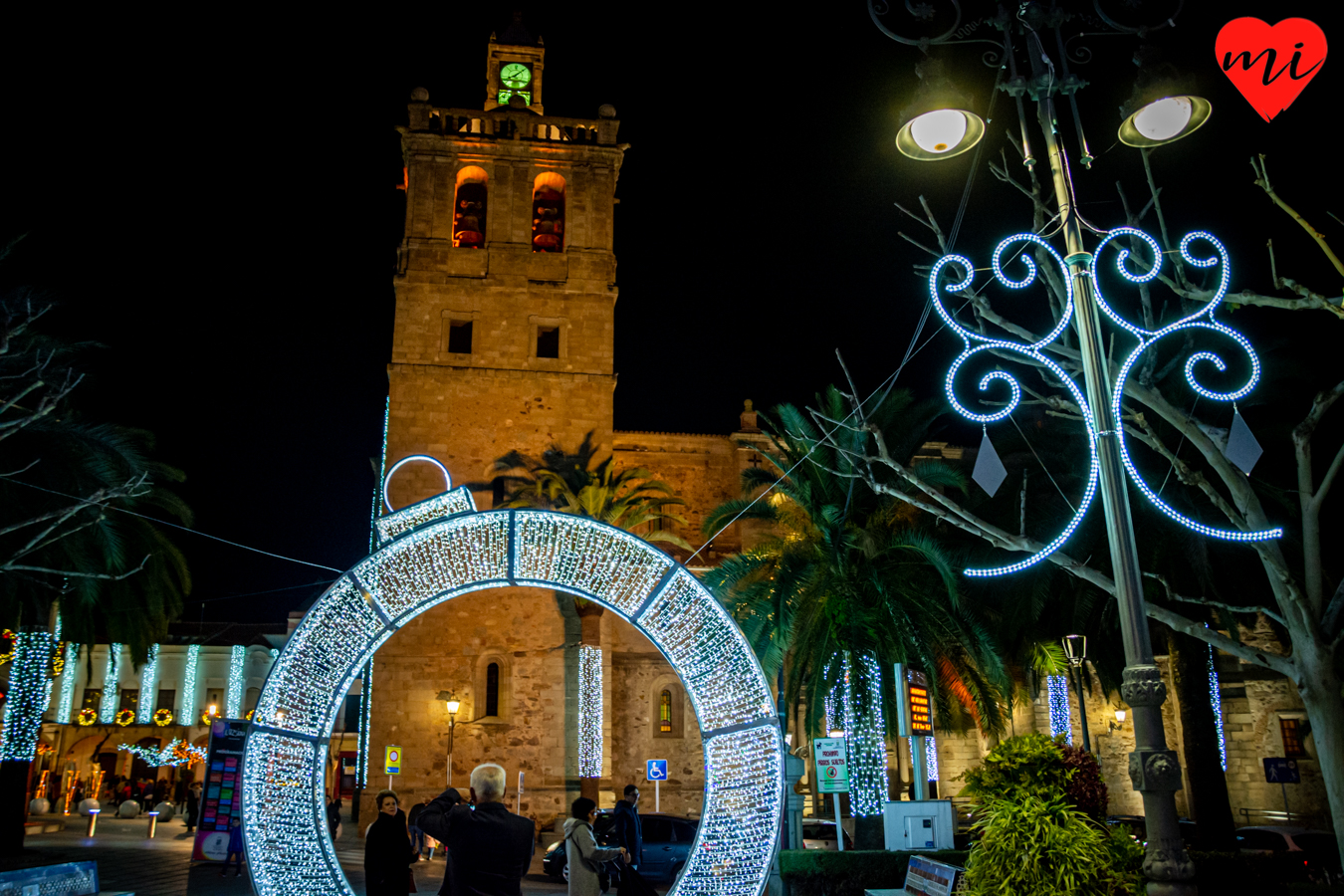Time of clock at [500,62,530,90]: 8:07
